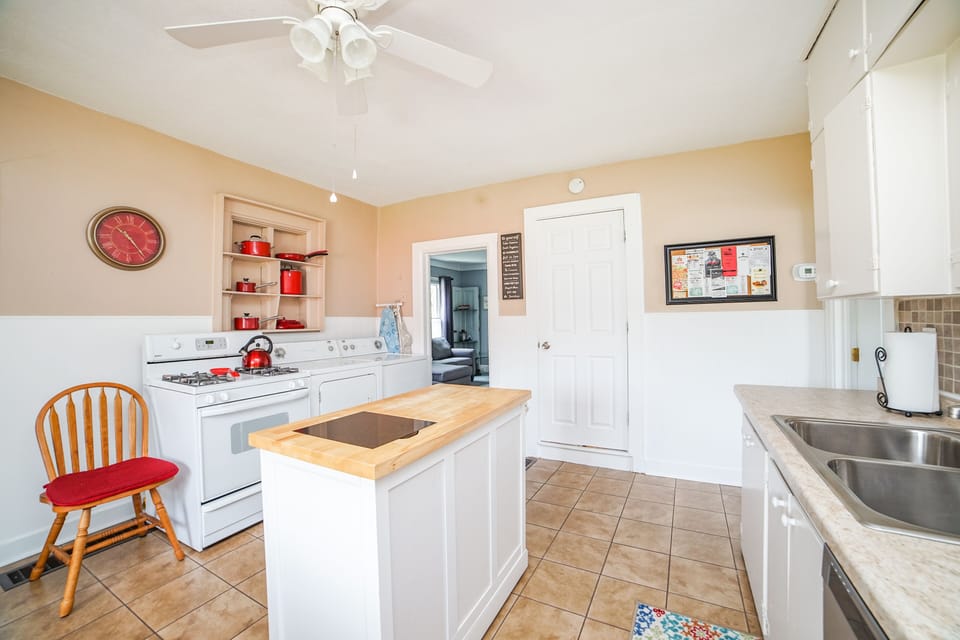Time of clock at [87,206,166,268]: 10:23
